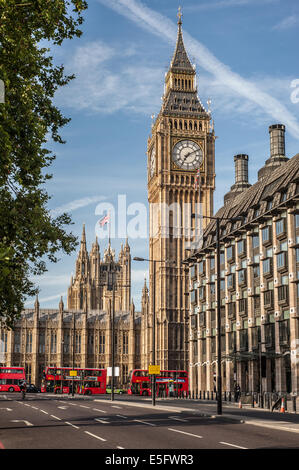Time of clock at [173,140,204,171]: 7:10
